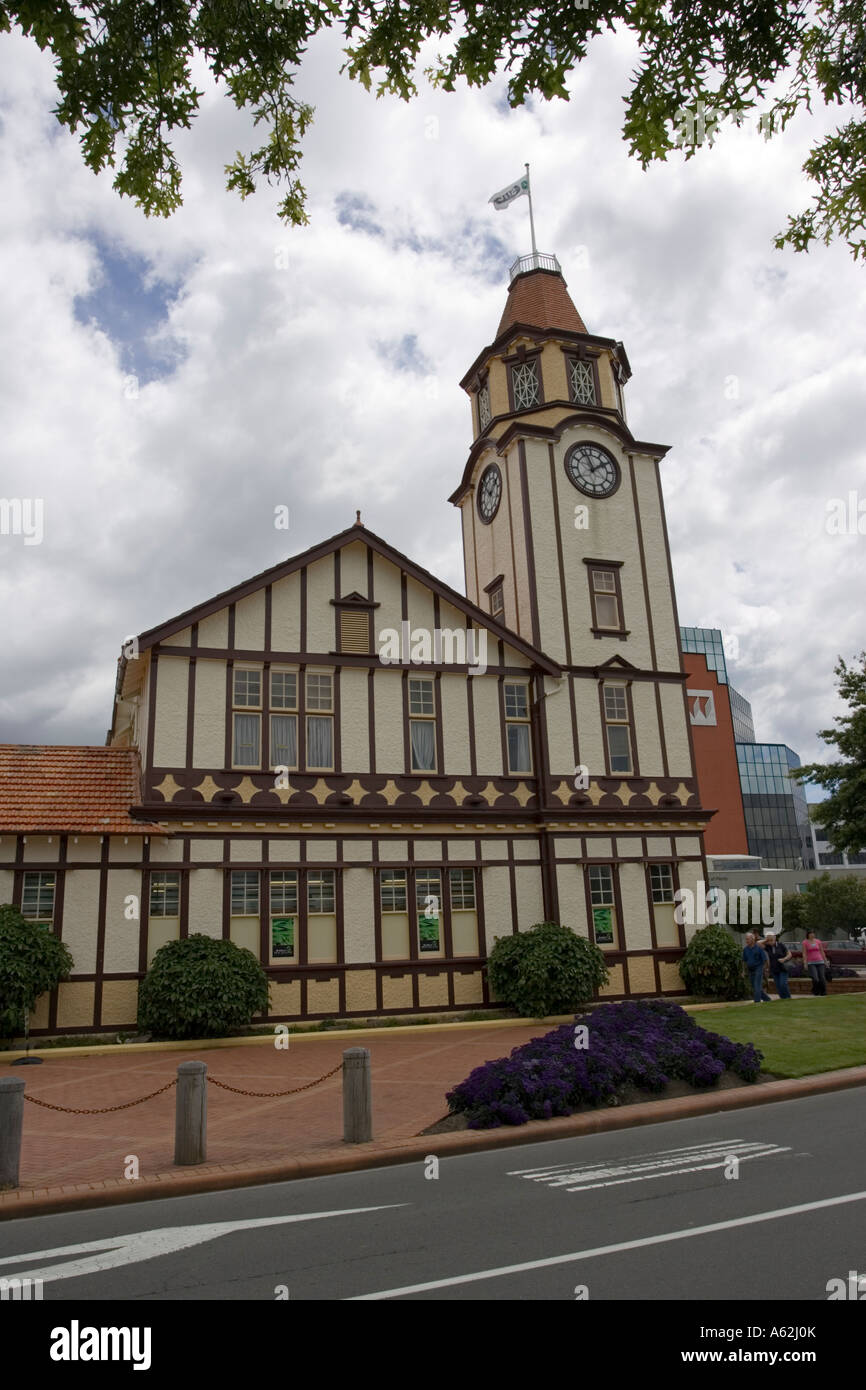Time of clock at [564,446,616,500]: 1:56
